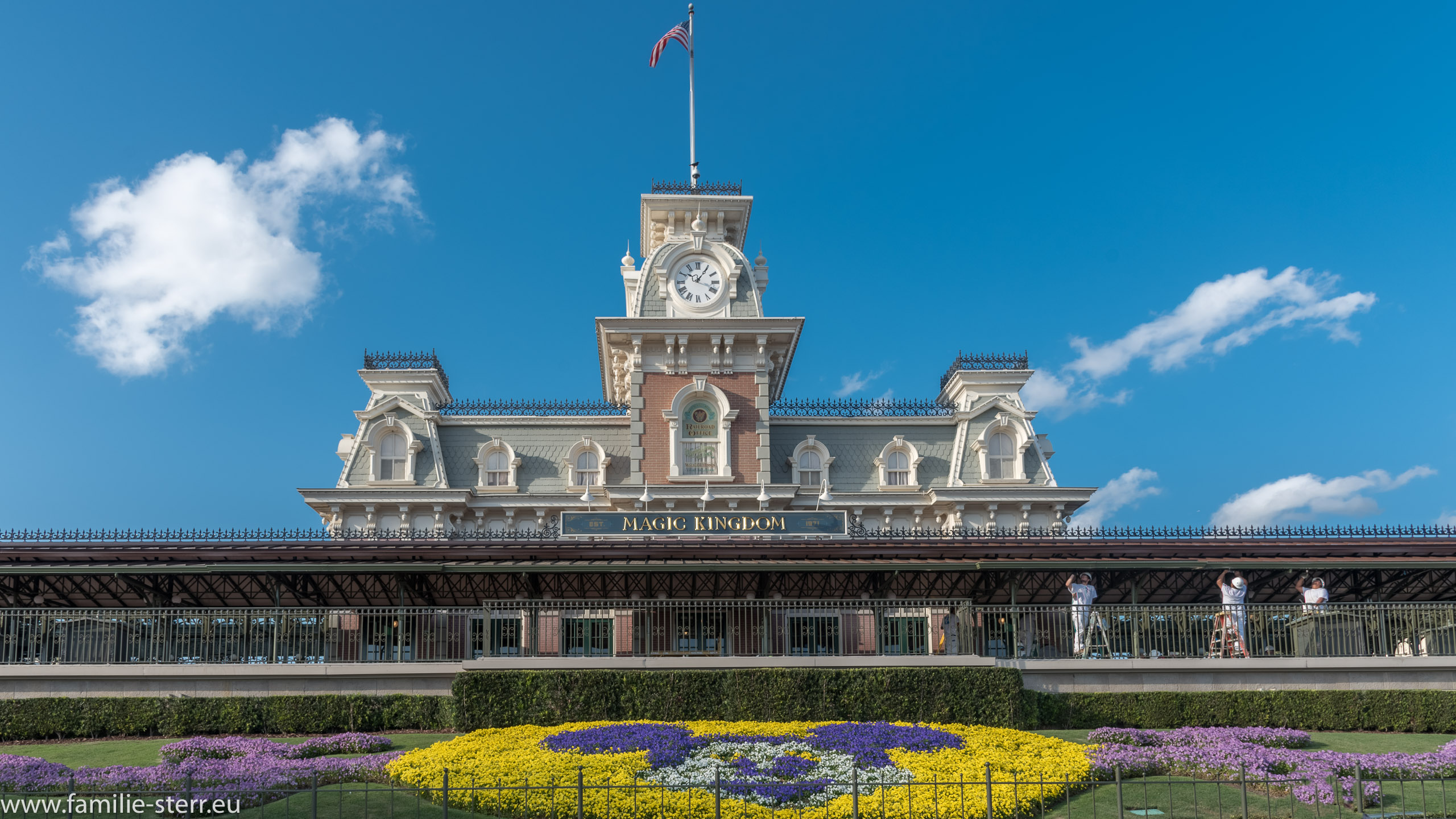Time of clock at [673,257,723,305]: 1:18
